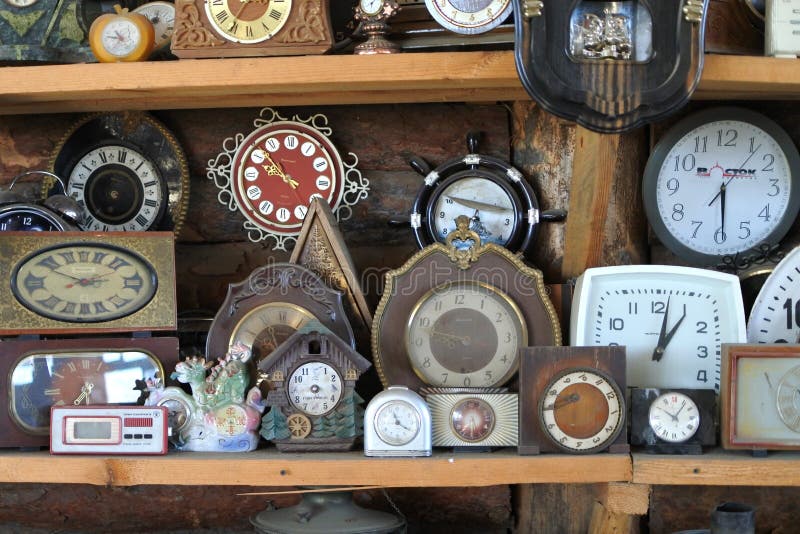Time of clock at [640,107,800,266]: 2:29
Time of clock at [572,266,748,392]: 1:02
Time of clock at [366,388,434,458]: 11:21
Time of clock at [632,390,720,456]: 10:06
